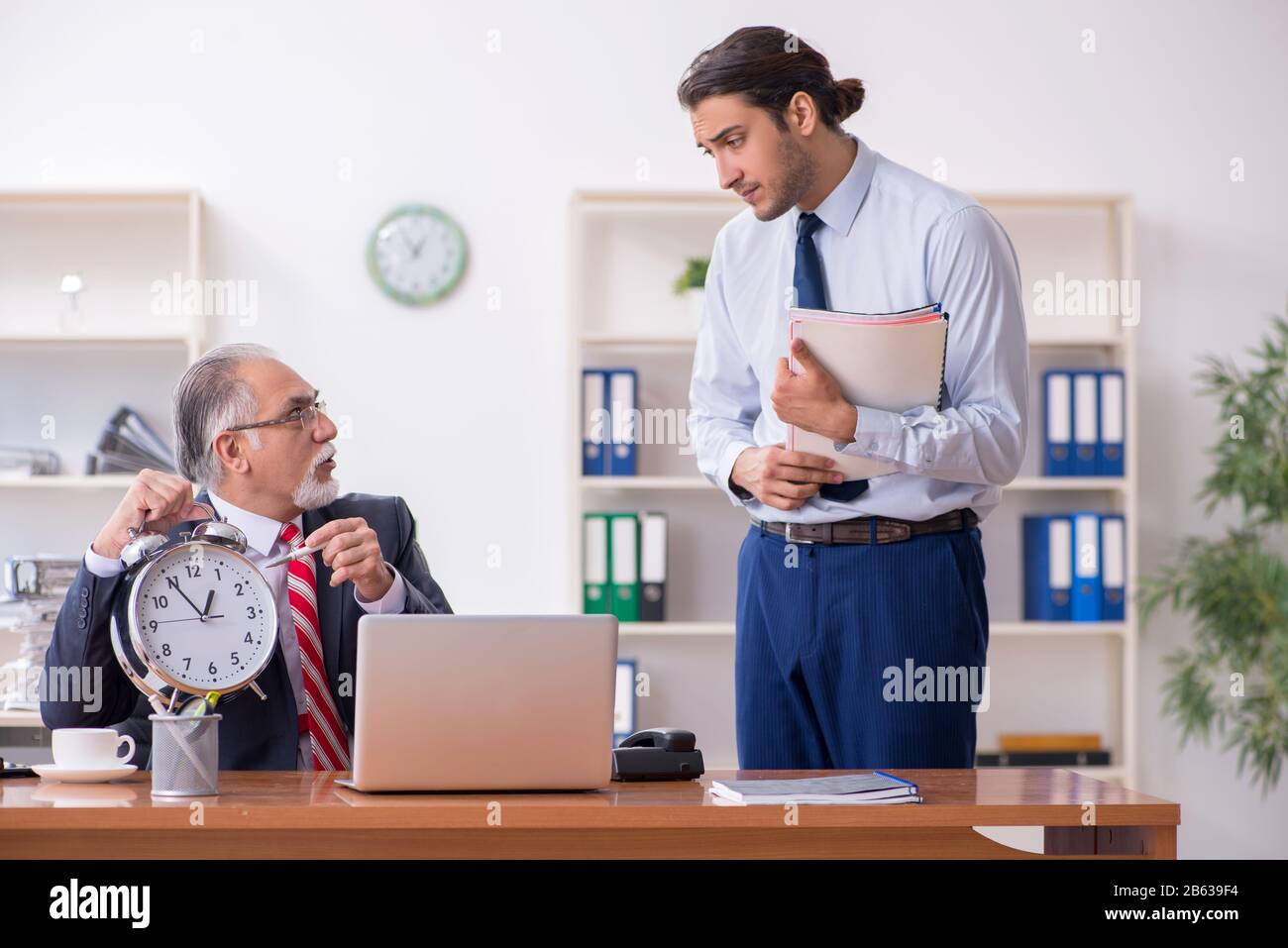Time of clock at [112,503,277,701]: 12:54
